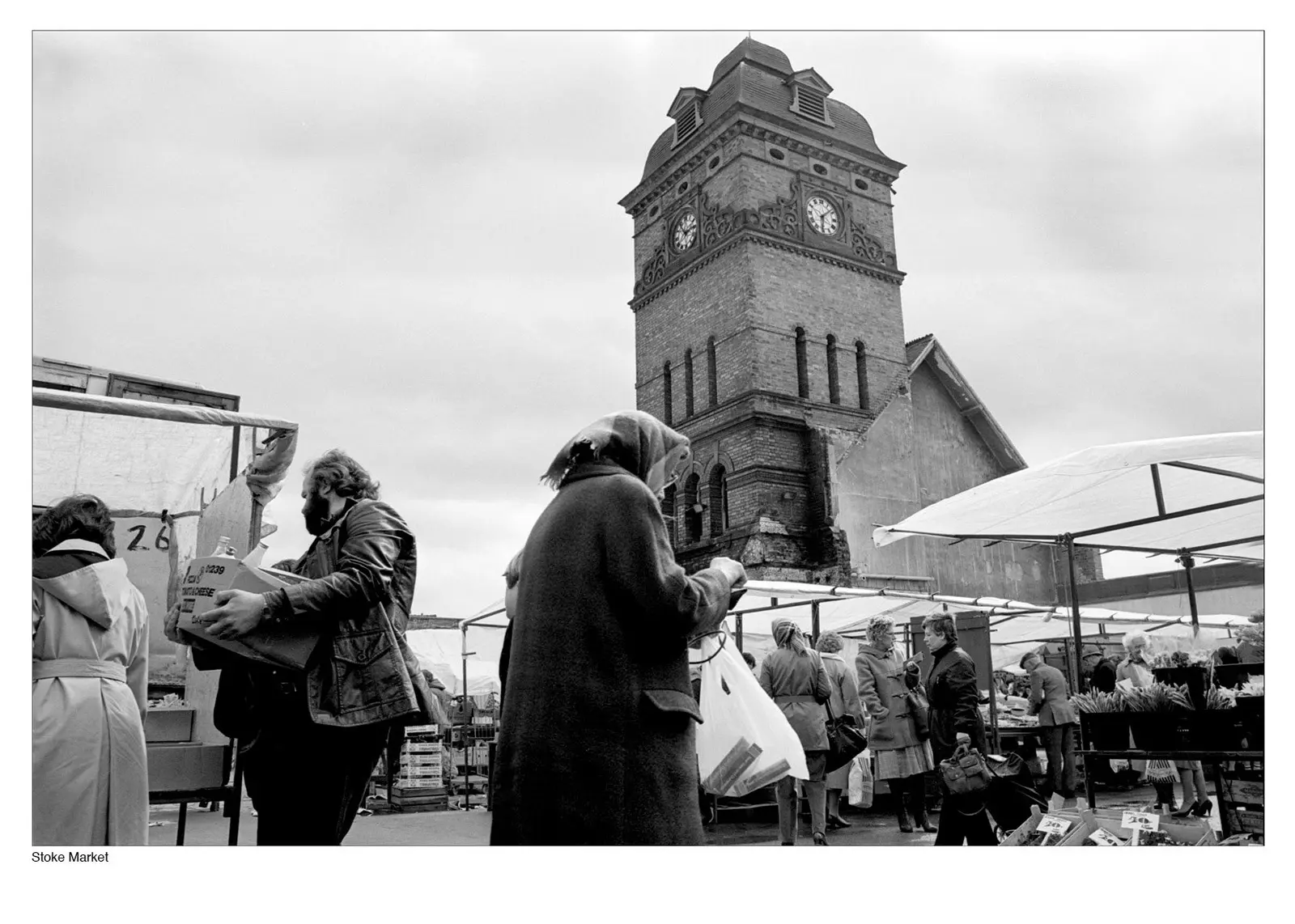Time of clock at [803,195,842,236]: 6:08
